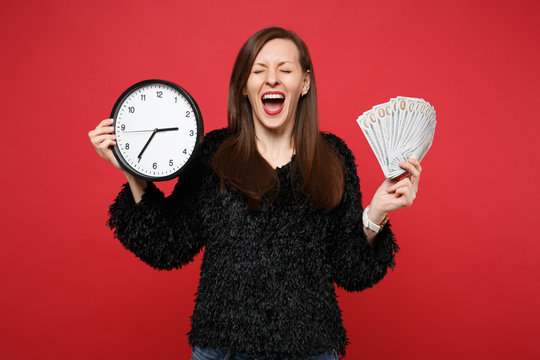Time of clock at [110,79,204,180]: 2:35
